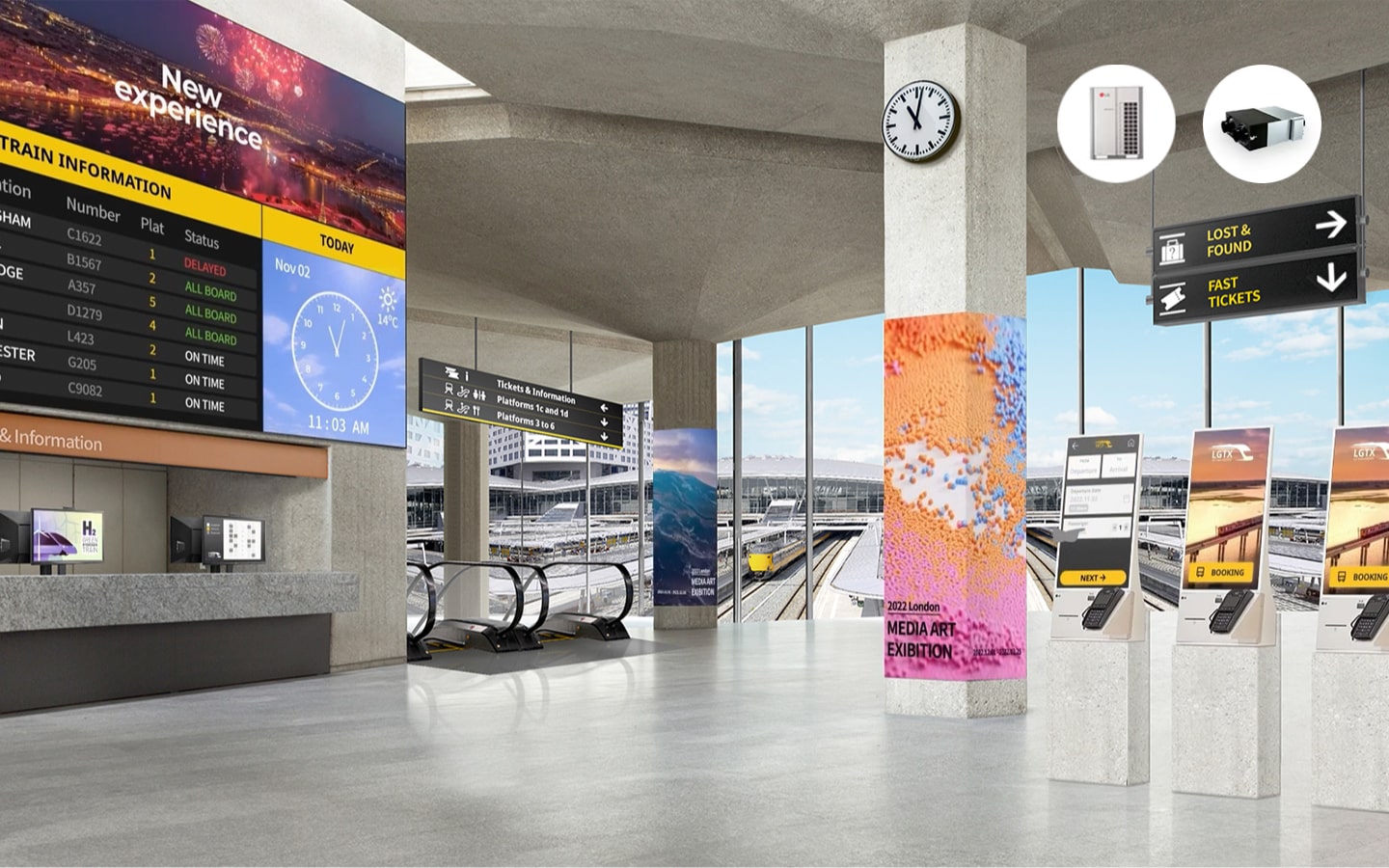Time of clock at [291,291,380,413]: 11:03
